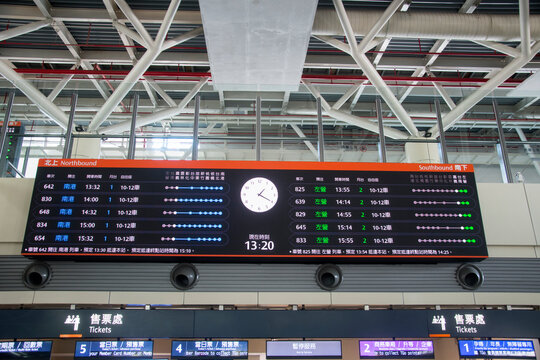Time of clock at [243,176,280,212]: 1:19
